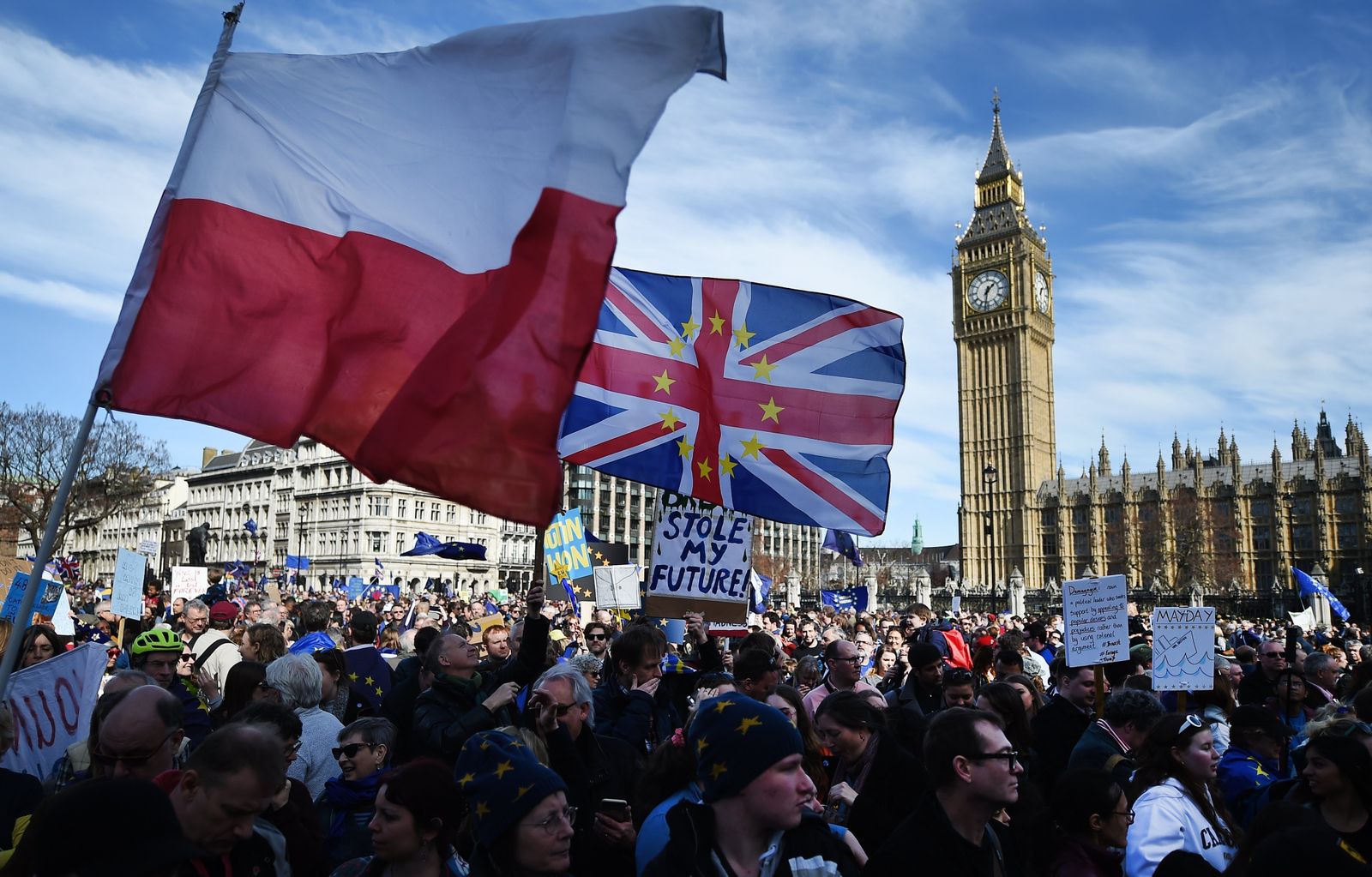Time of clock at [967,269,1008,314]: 1:32
